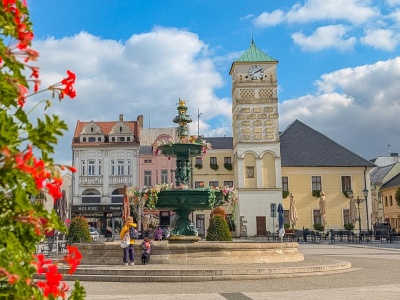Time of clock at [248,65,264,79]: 2:09
